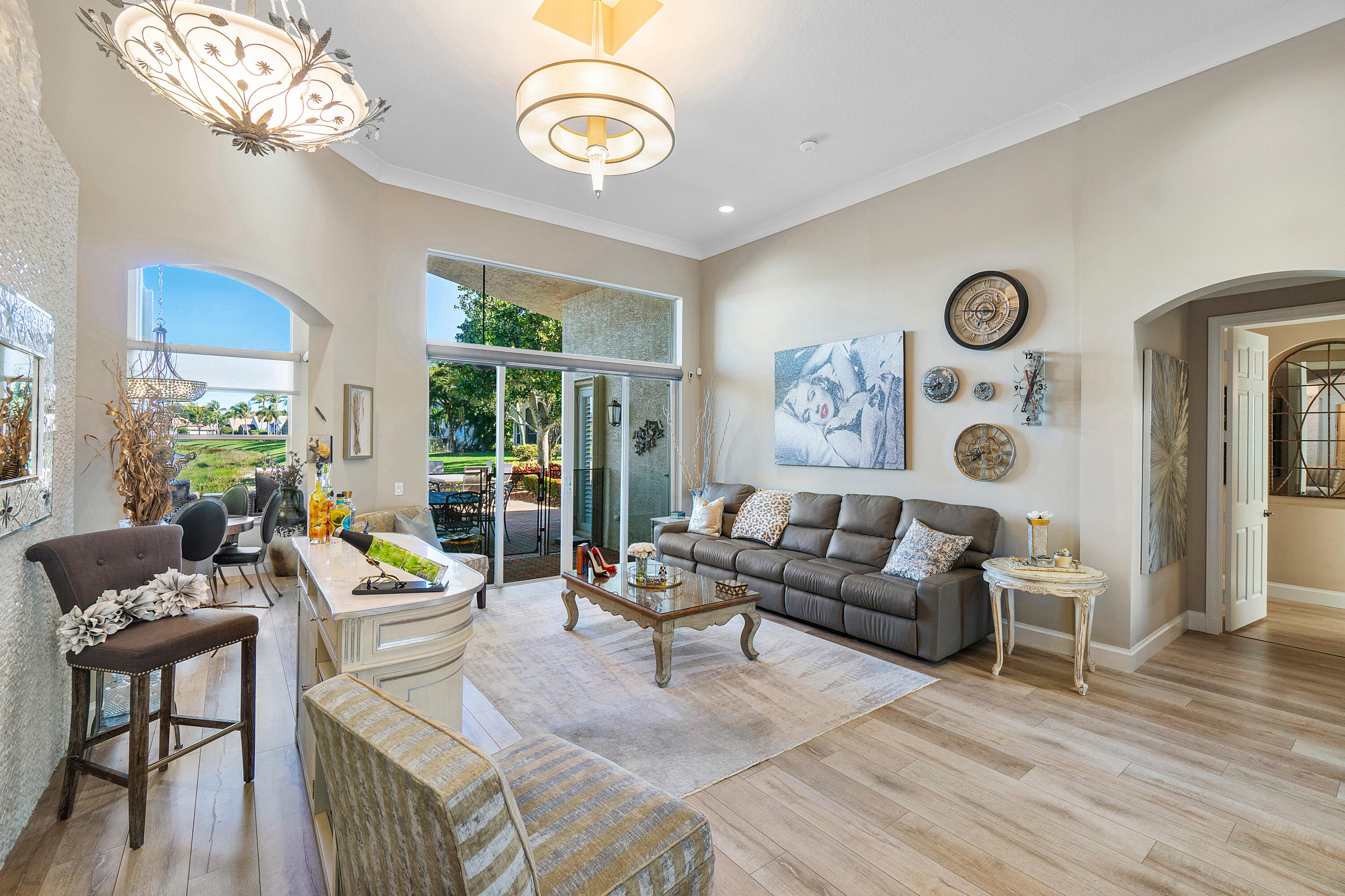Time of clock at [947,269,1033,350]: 6:47
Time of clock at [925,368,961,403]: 7:42
